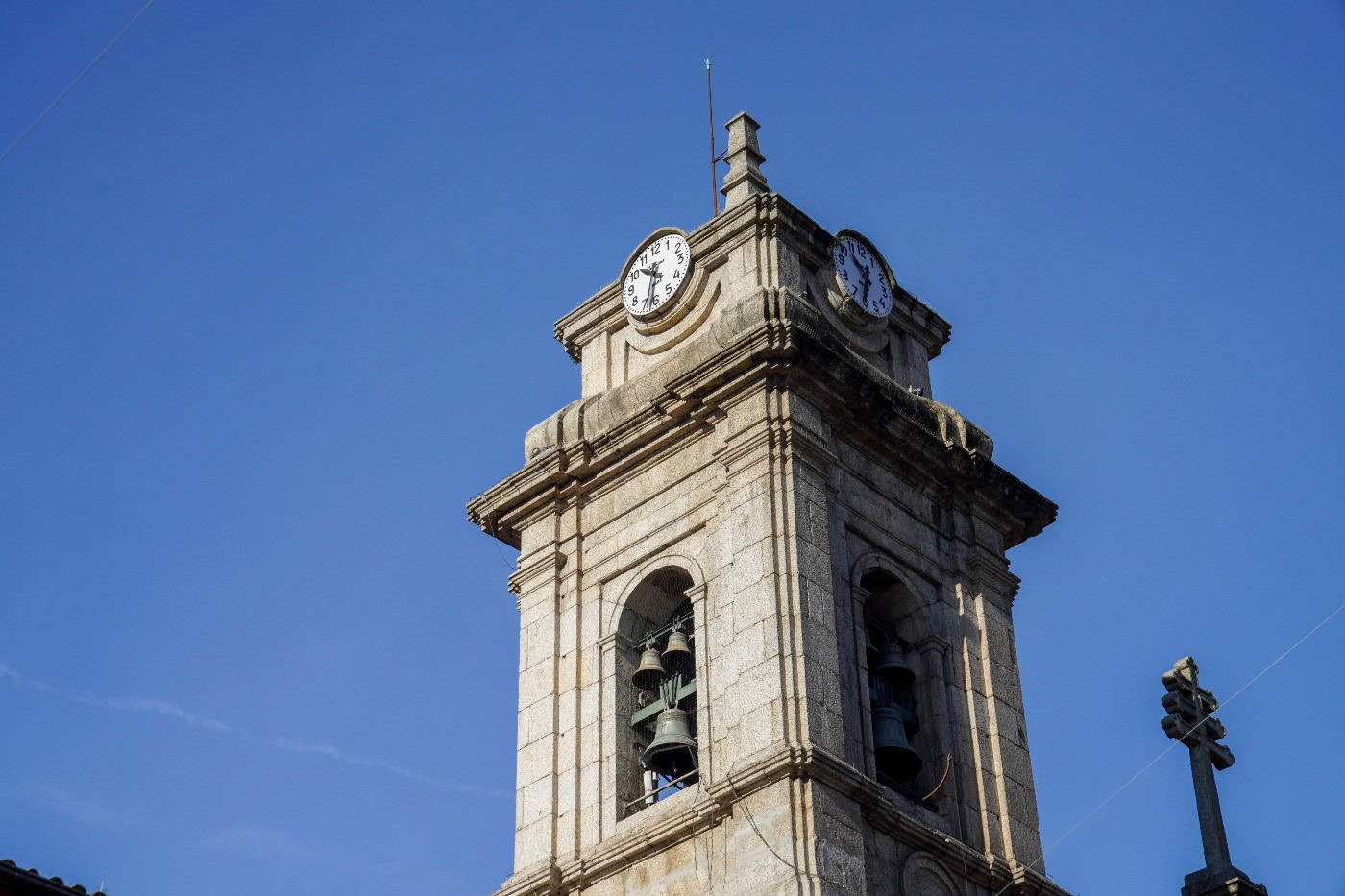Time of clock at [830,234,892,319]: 10:33
